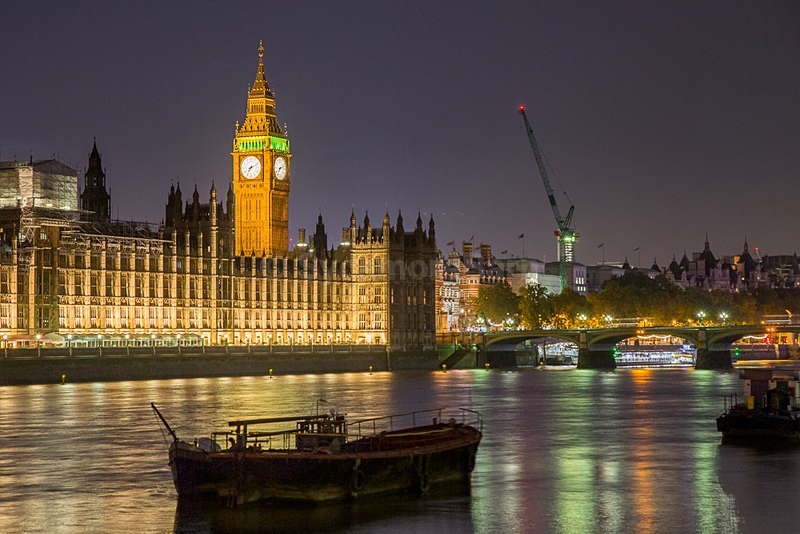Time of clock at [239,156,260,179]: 7:11
